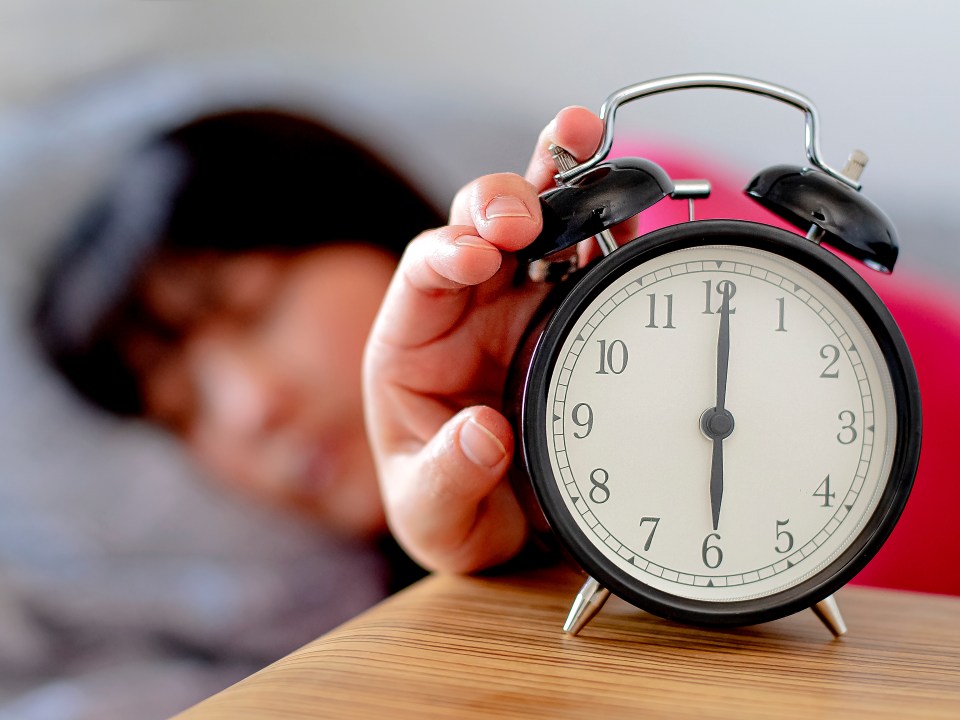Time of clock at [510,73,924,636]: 6:00
